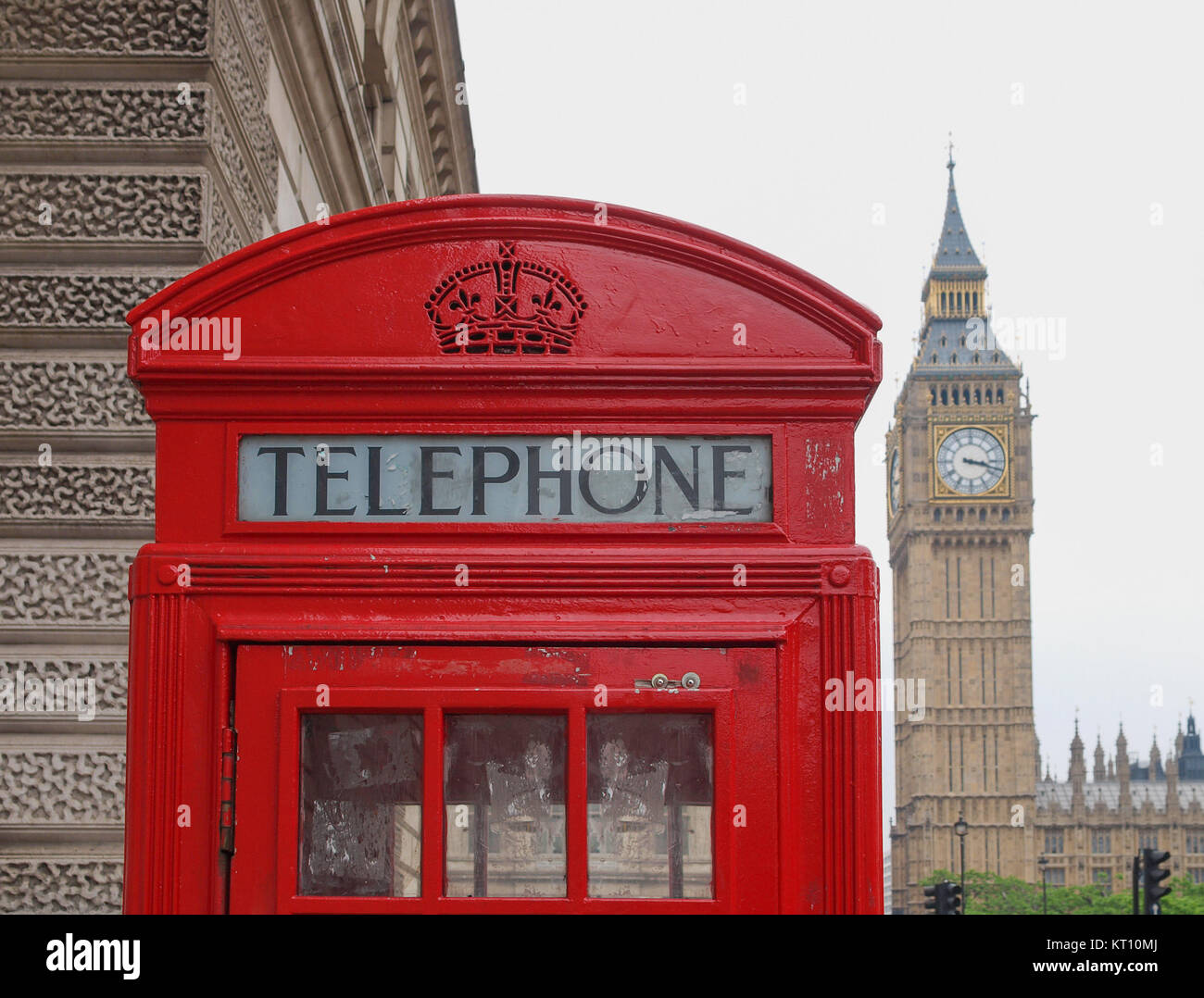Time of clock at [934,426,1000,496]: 3:17
